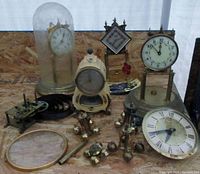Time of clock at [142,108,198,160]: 6:41
